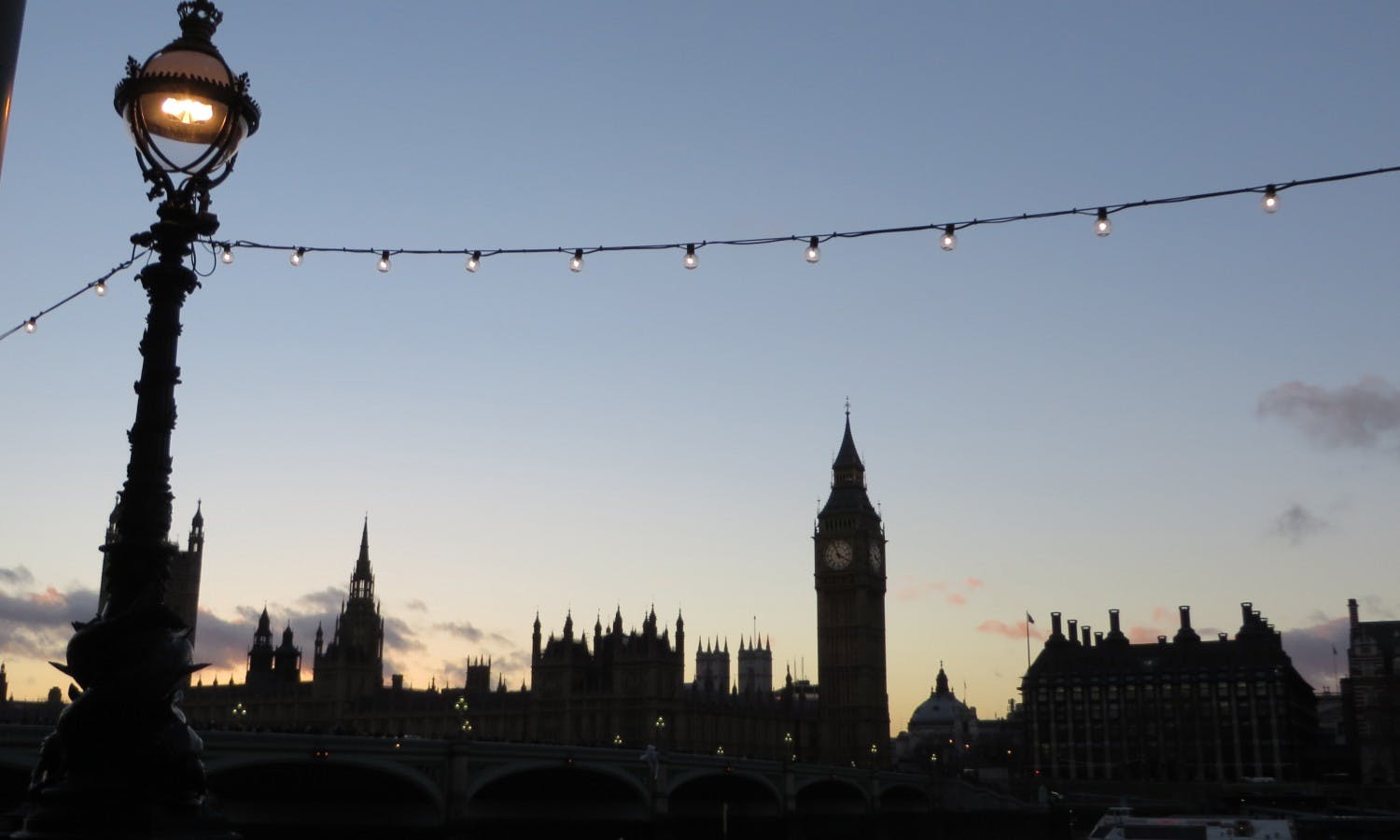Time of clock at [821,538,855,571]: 3:57
